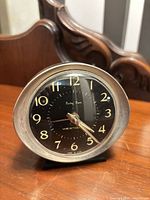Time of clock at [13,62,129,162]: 4:23
